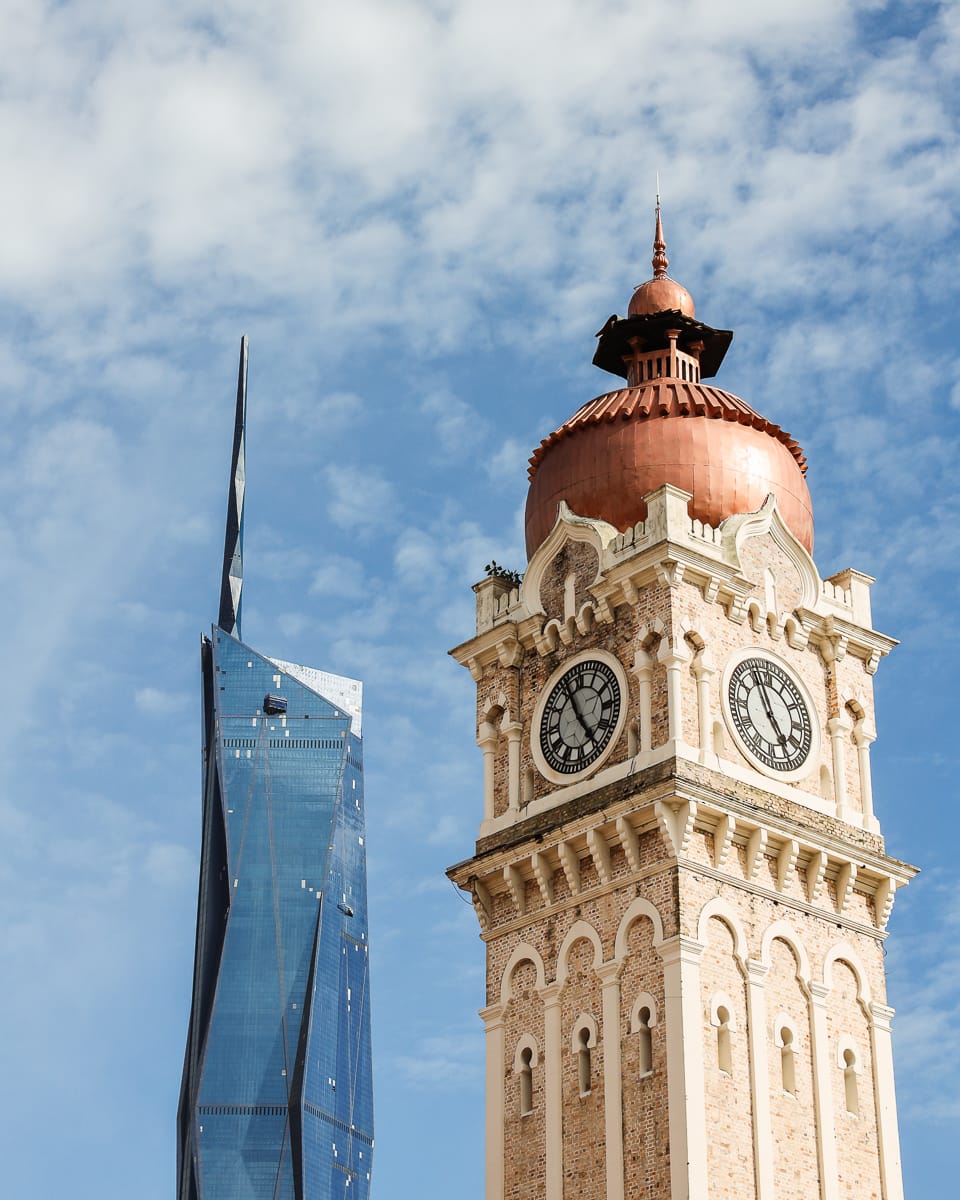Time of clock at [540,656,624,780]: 4:55
